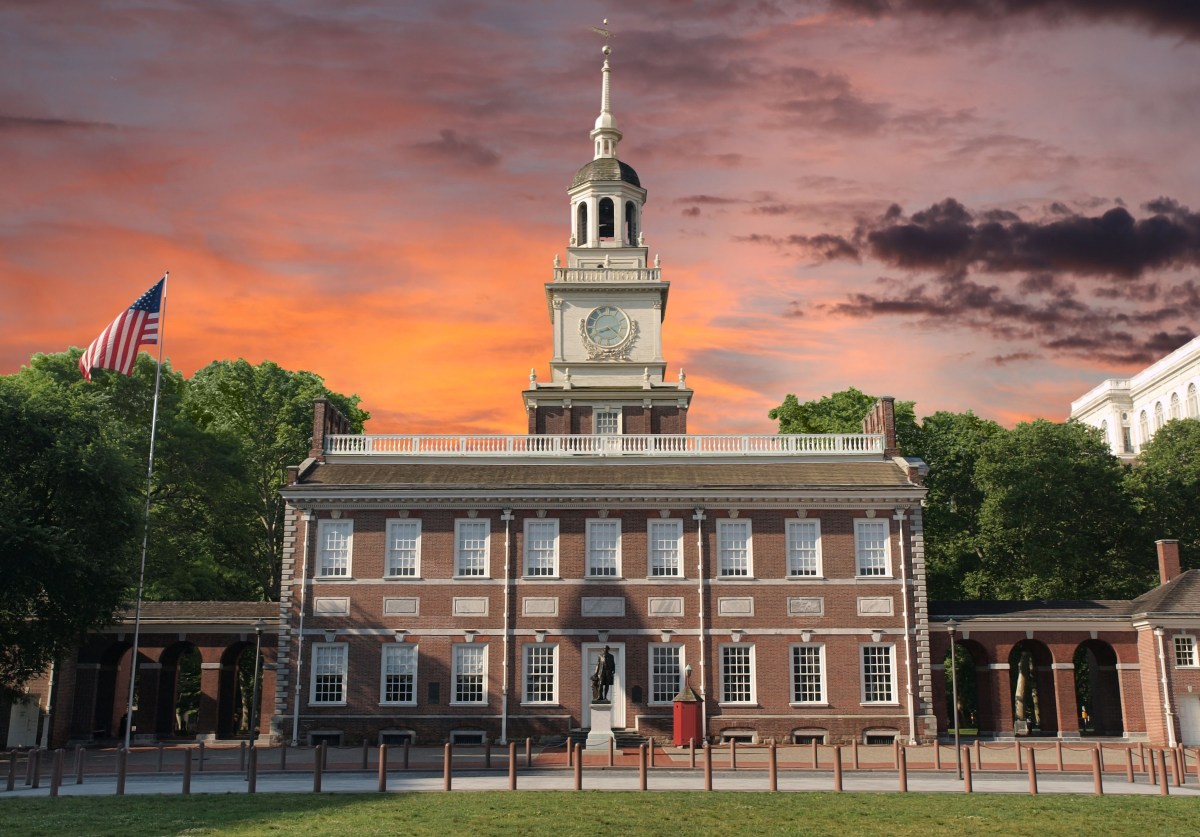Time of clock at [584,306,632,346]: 8:21
